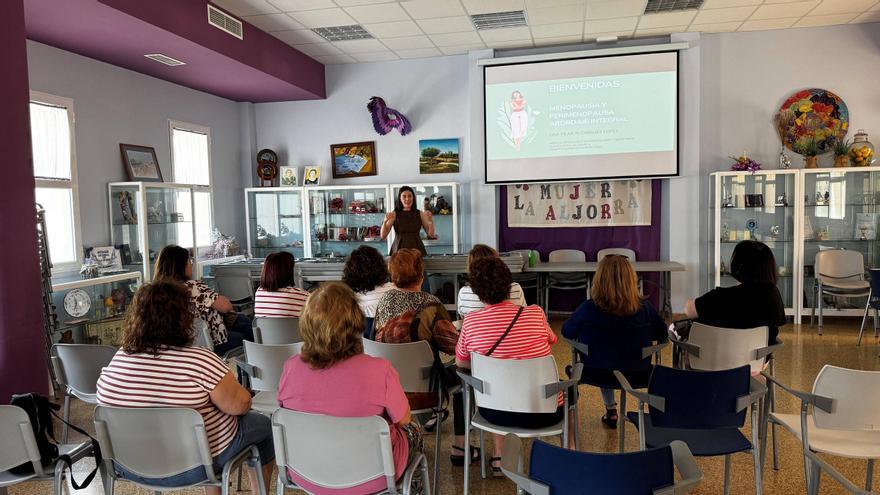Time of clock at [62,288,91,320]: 11:32
